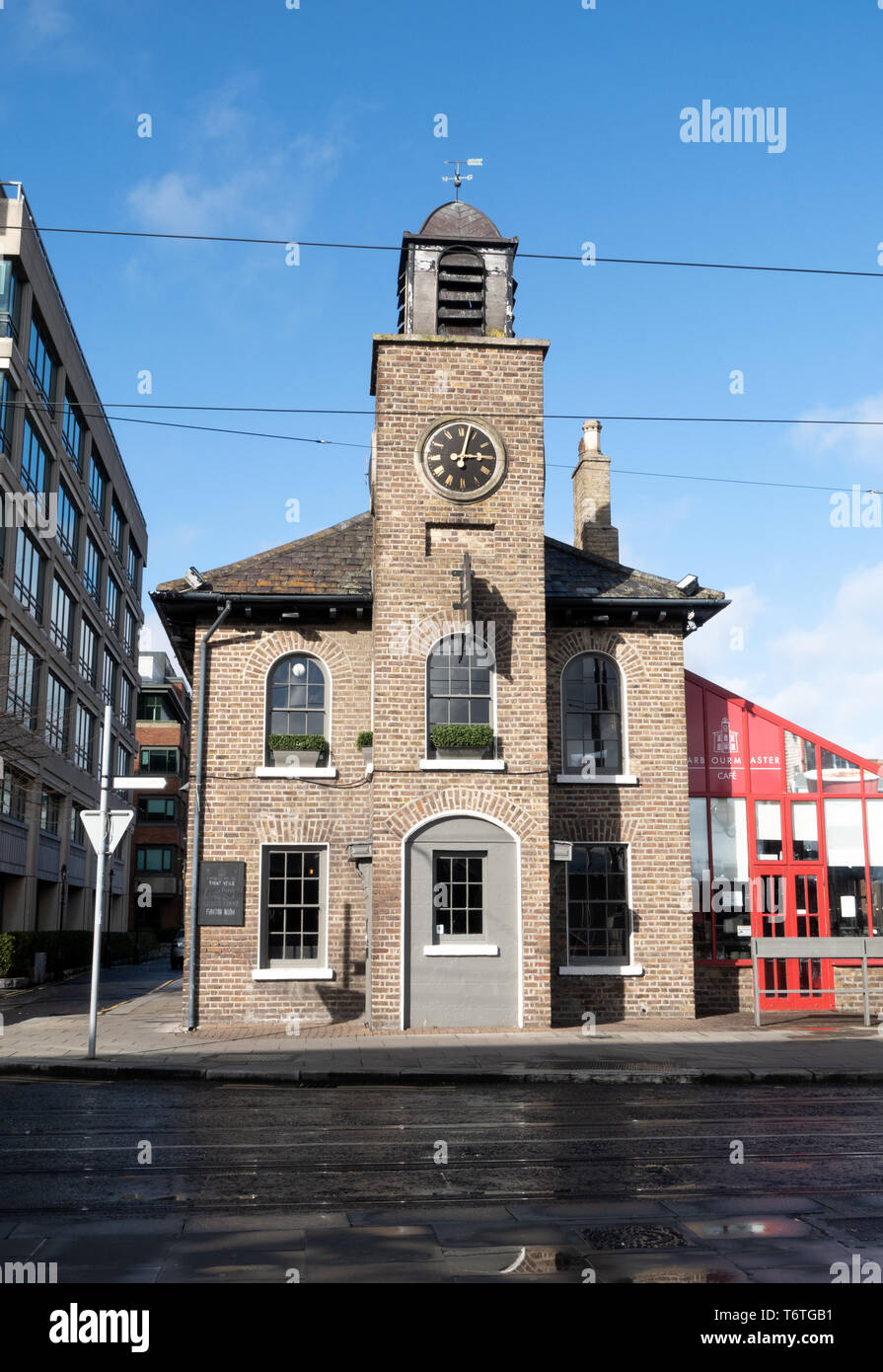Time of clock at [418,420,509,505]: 3:02
